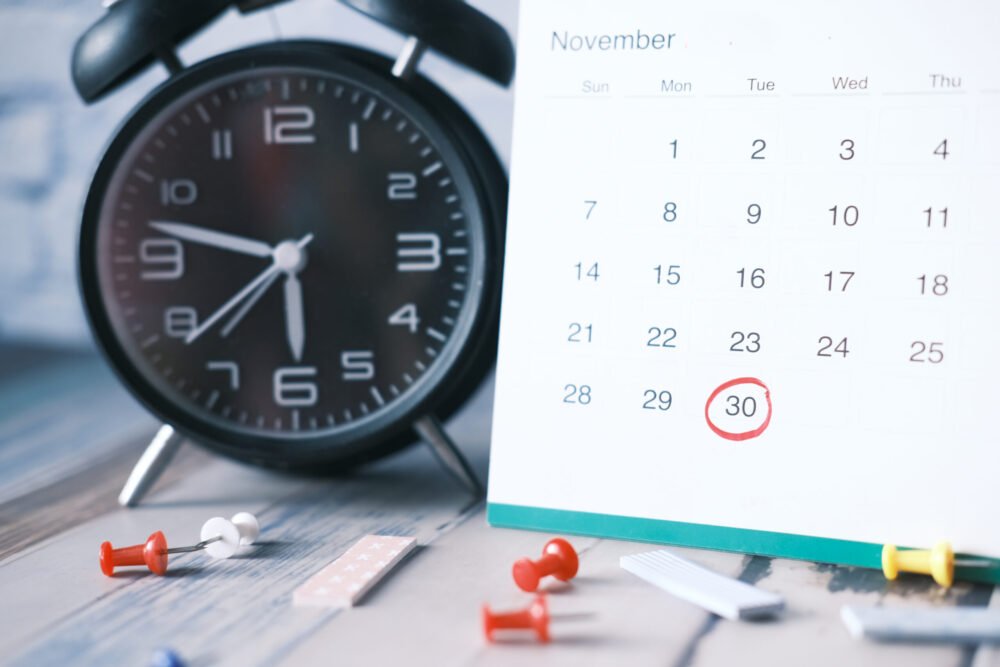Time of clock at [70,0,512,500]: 5:47
